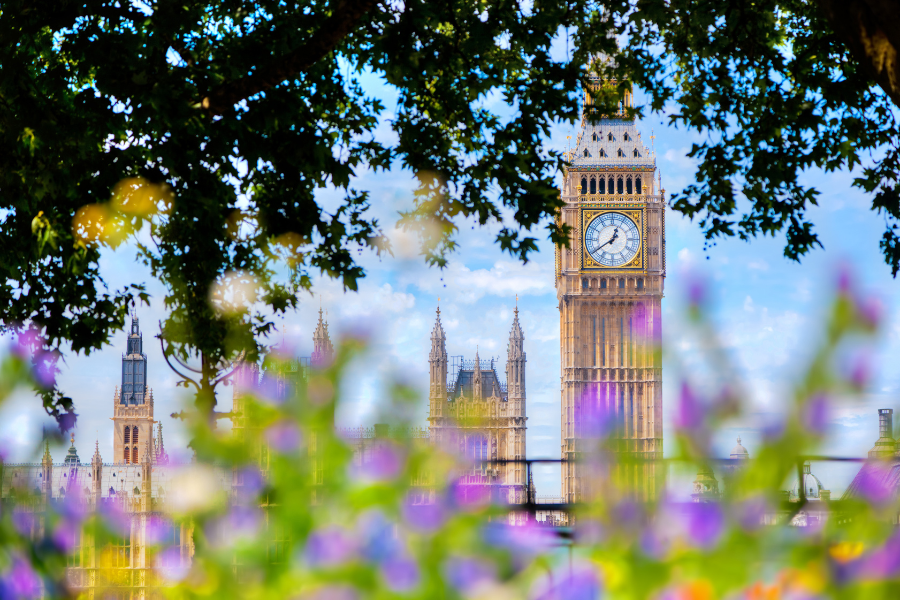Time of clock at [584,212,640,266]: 12:39
